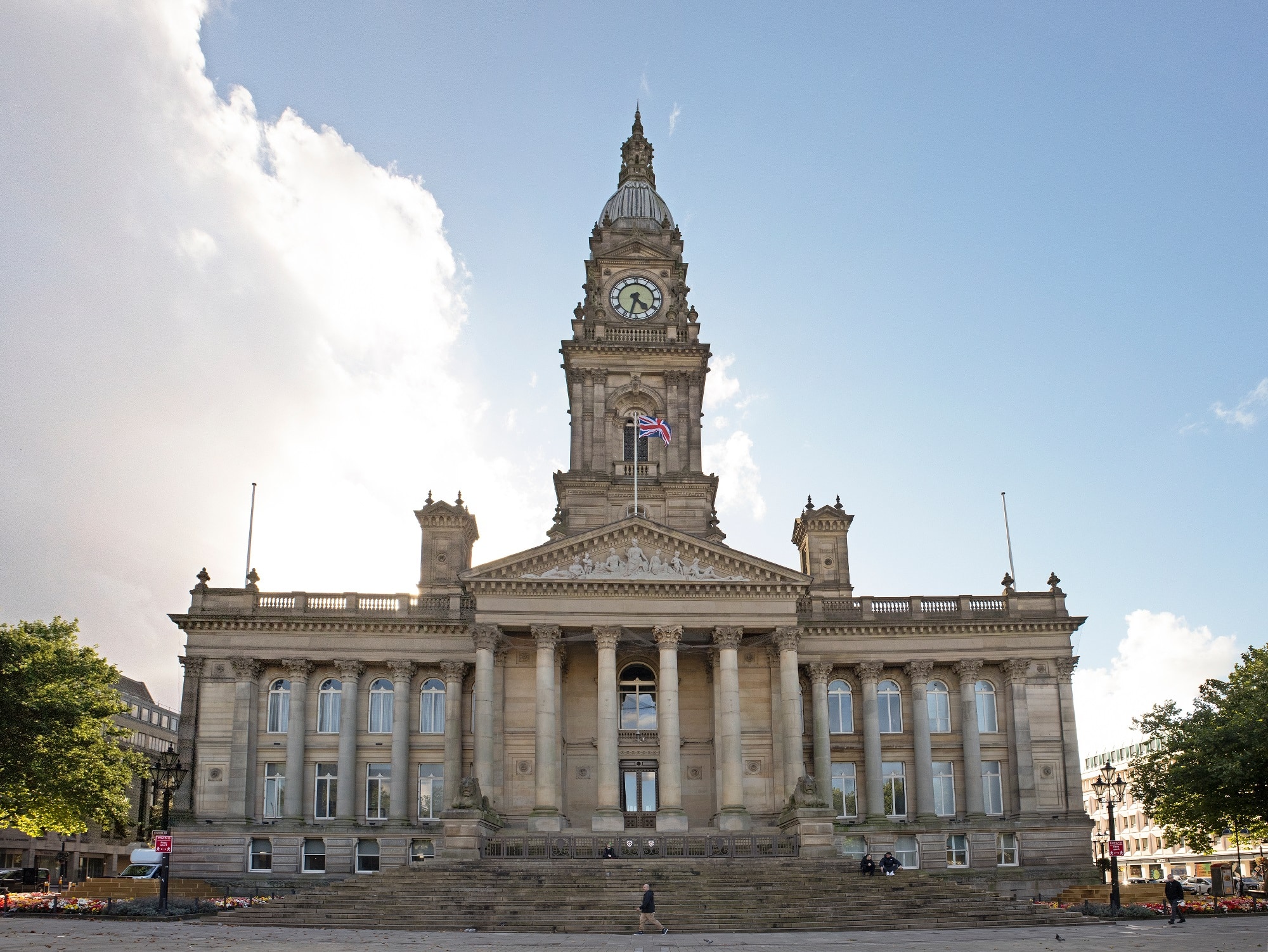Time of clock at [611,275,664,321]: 4:32
